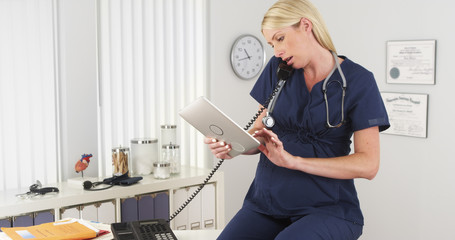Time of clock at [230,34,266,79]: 10:42
